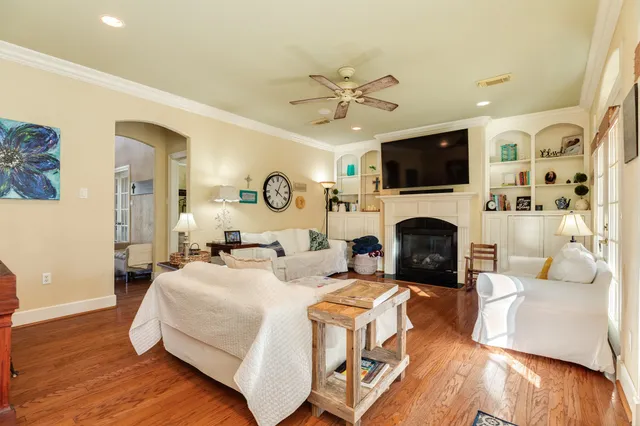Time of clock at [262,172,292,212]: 4:04
